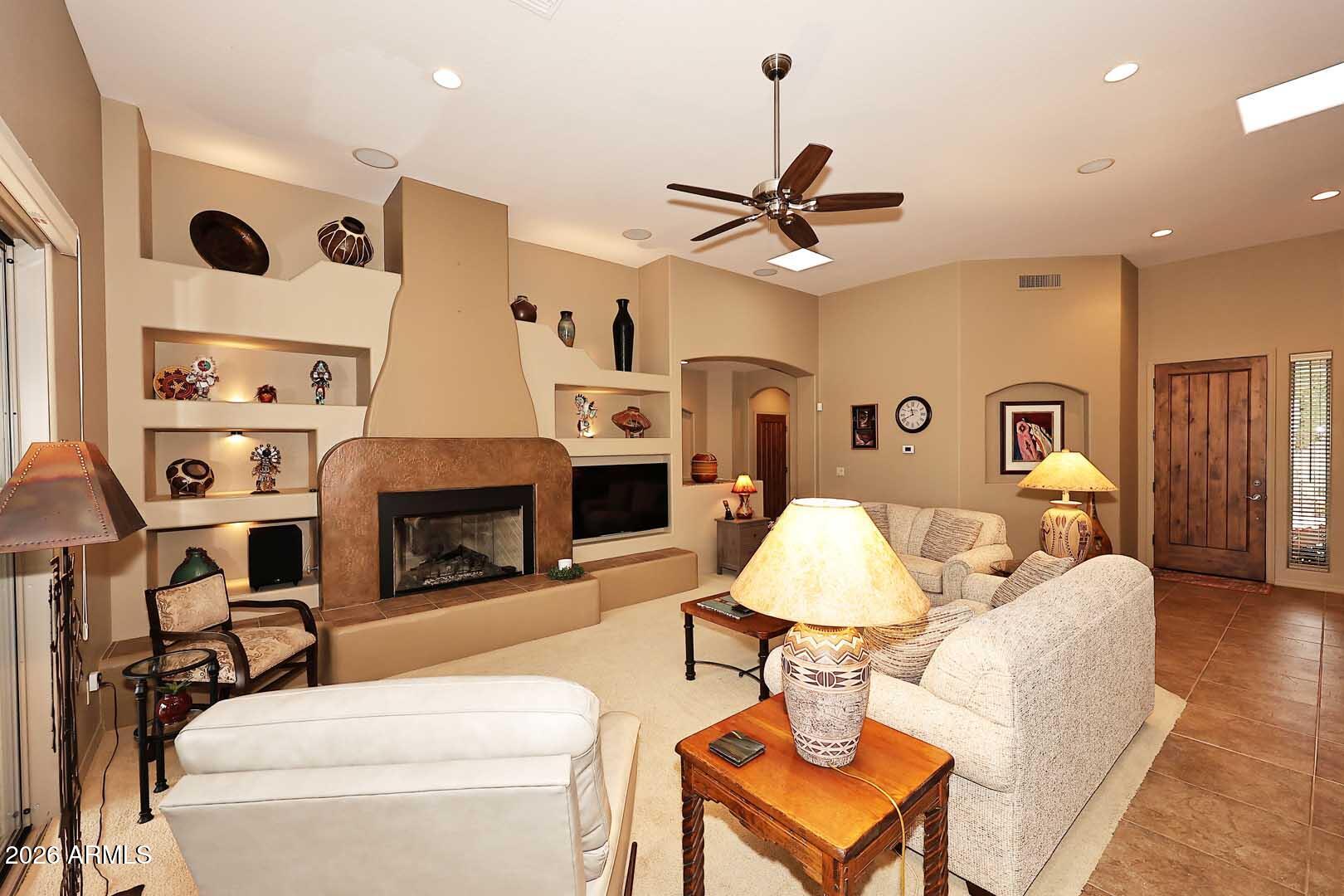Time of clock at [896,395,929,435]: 11:40
